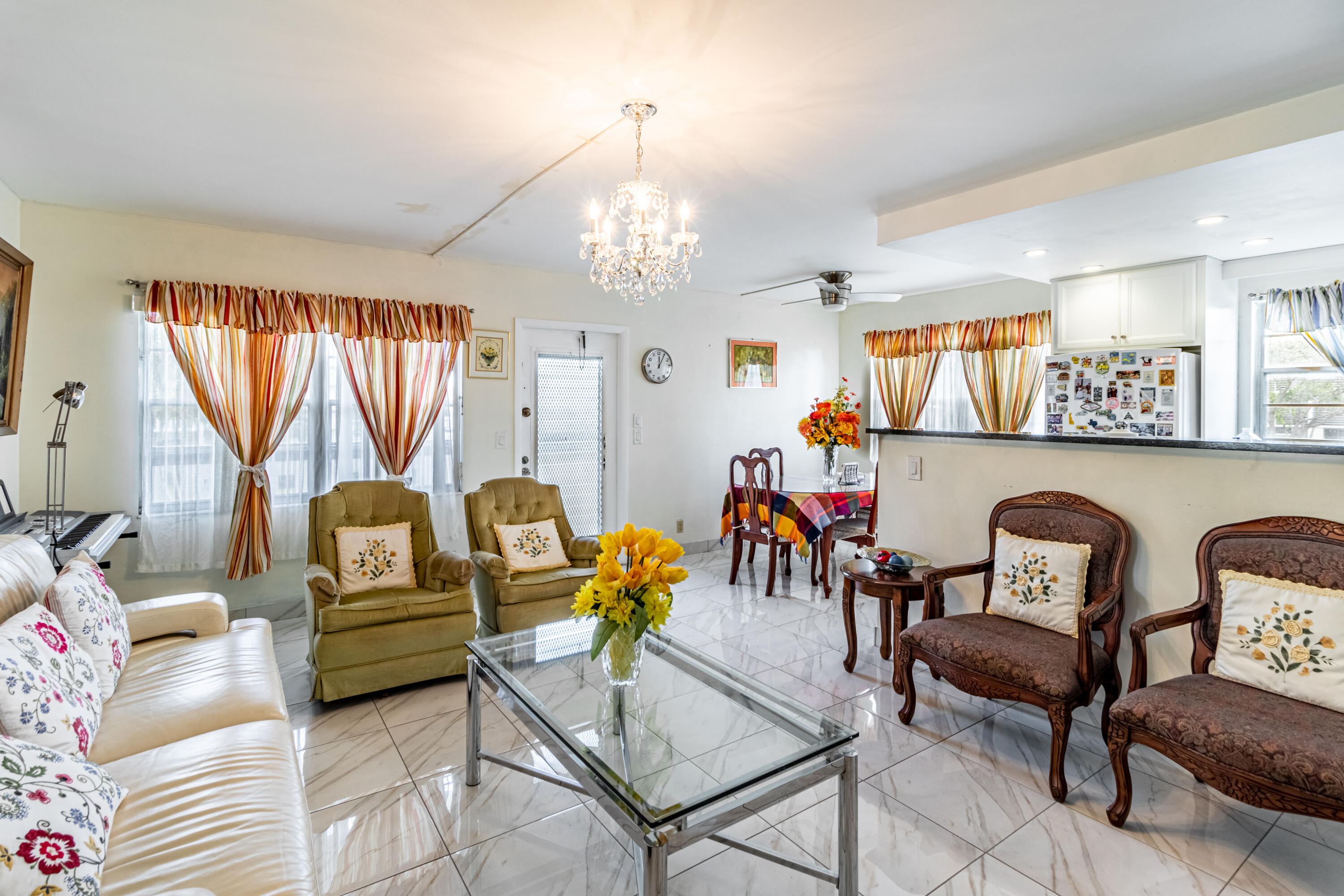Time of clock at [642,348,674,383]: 12:05
